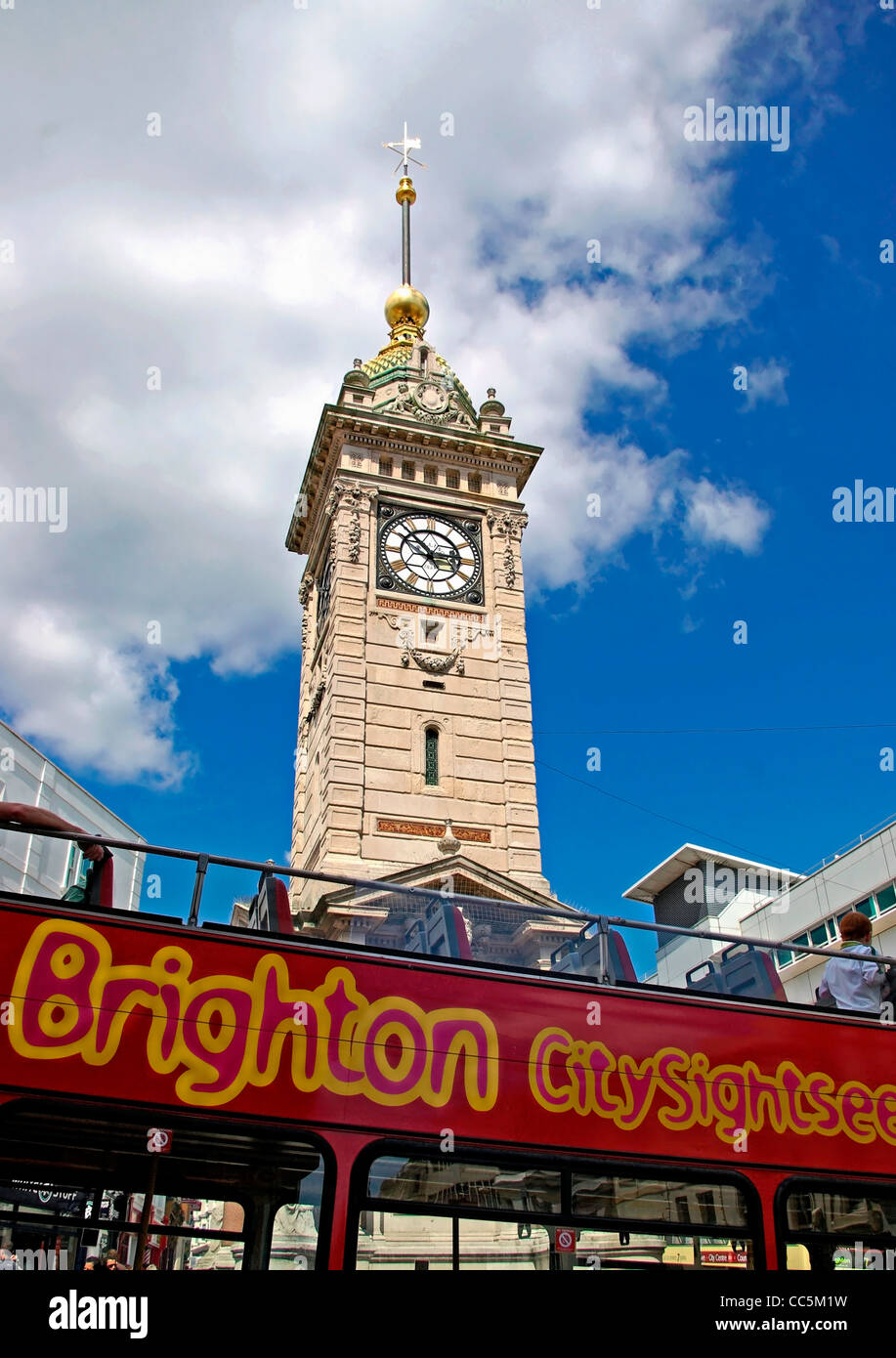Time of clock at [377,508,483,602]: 2:52
